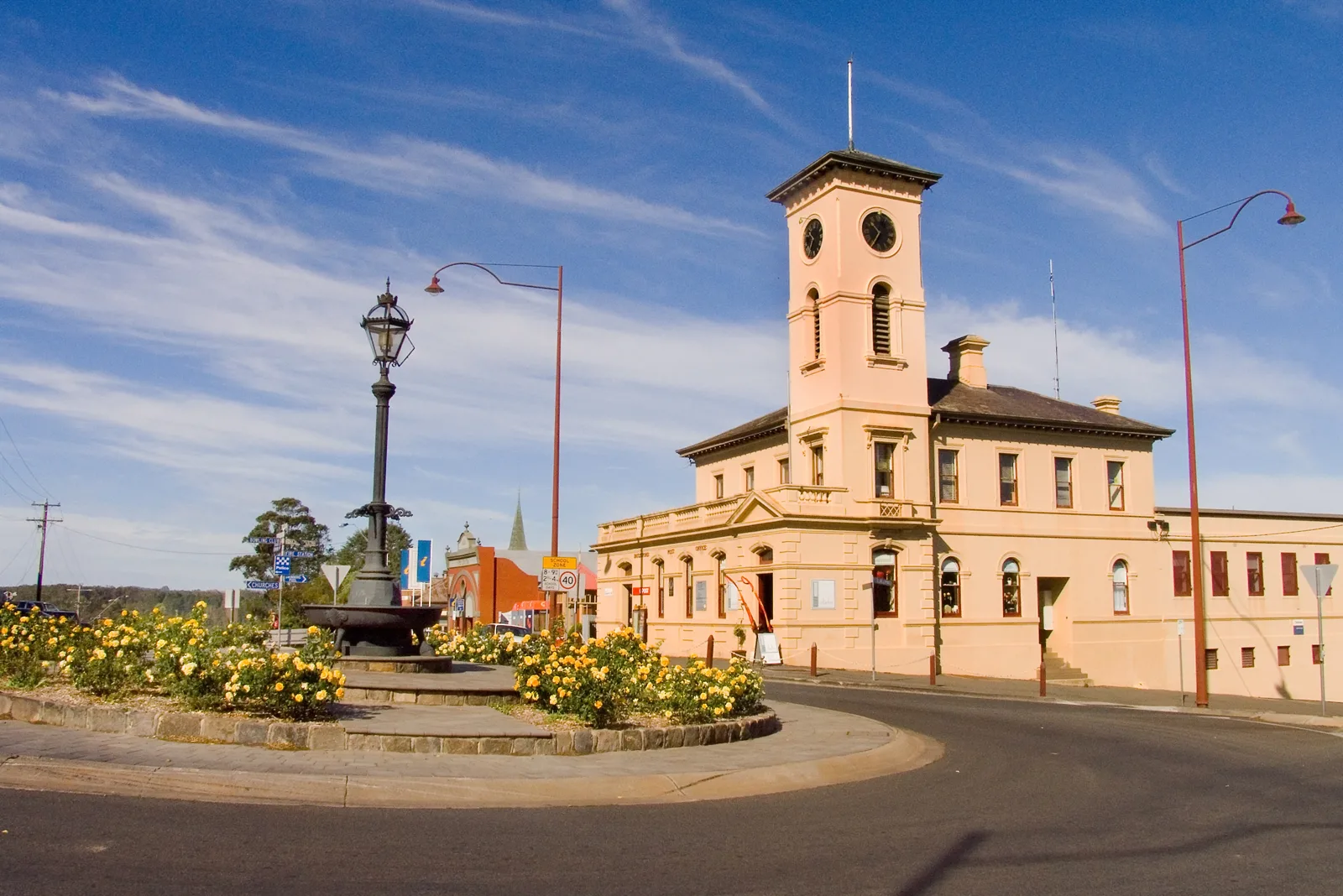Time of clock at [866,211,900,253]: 10:35
